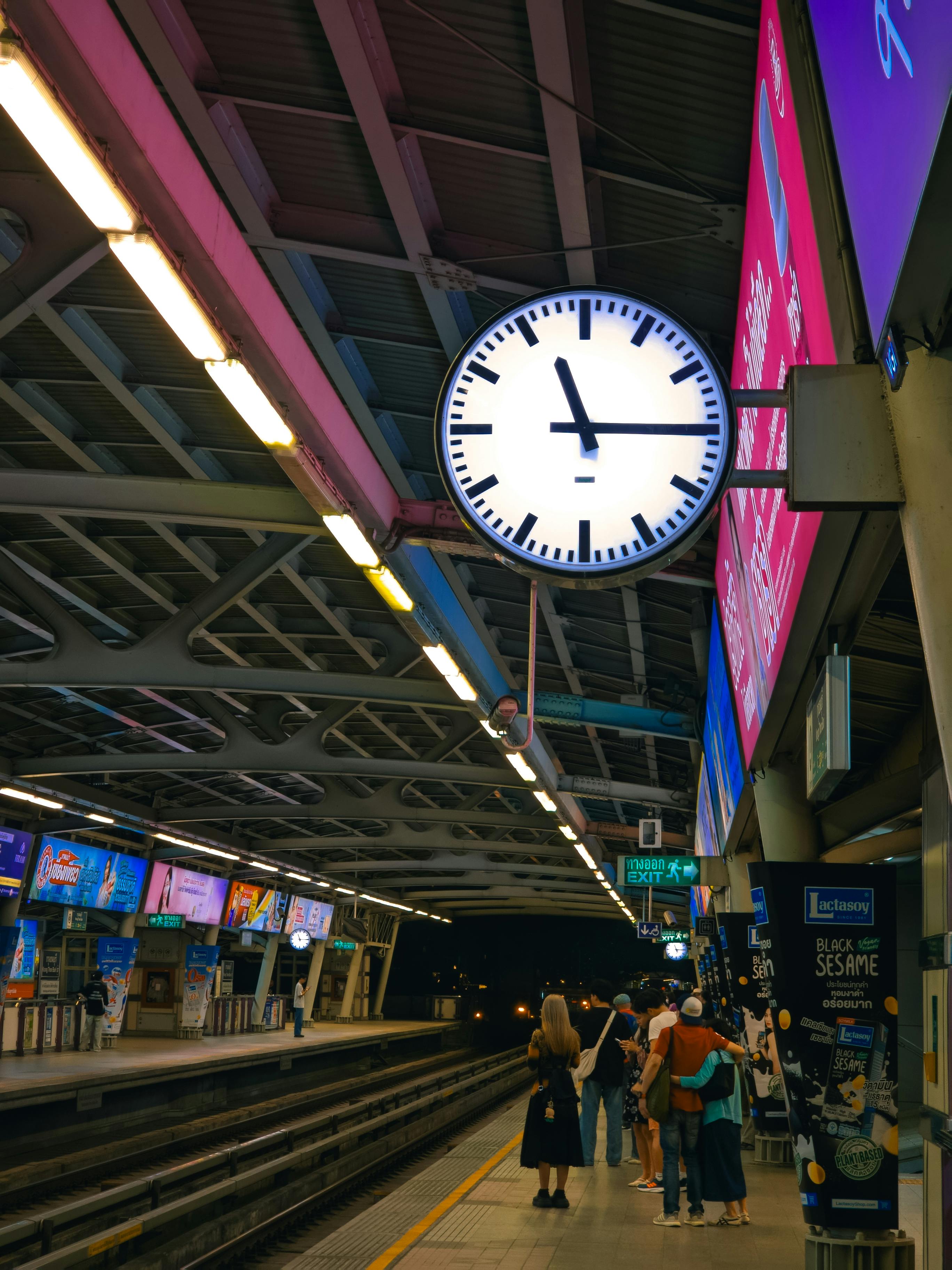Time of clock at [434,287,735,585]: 11:15
